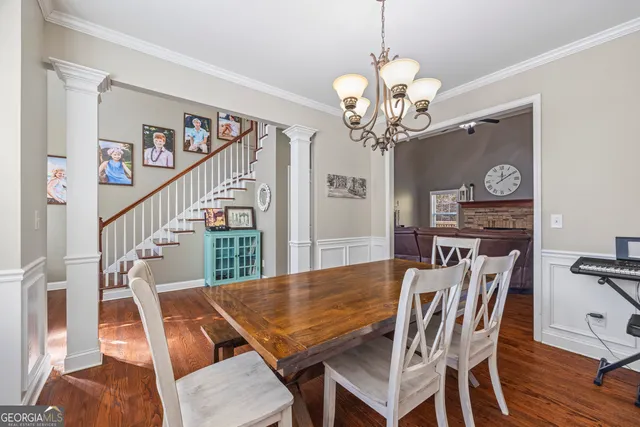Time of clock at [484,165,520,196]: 12:09
